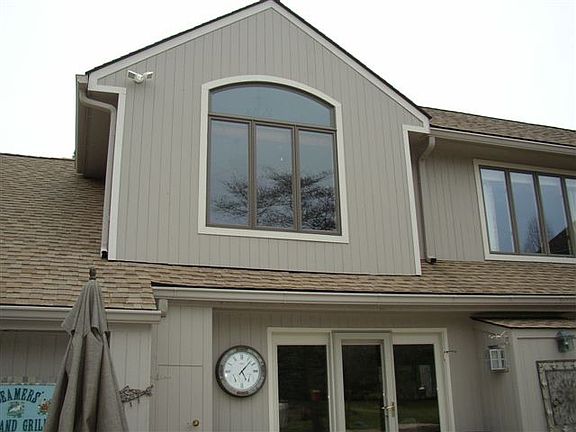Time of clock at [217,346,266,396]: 5:07
